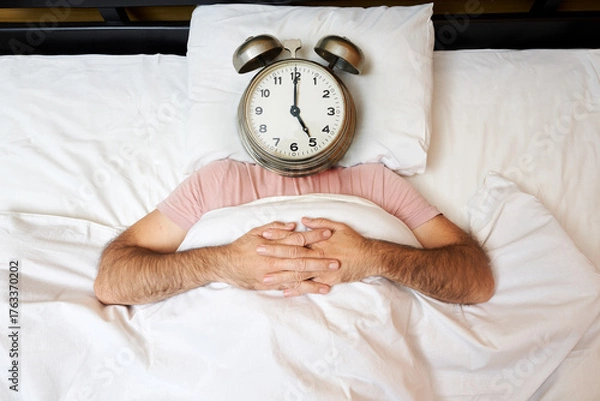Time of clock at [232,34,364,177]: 5:00
